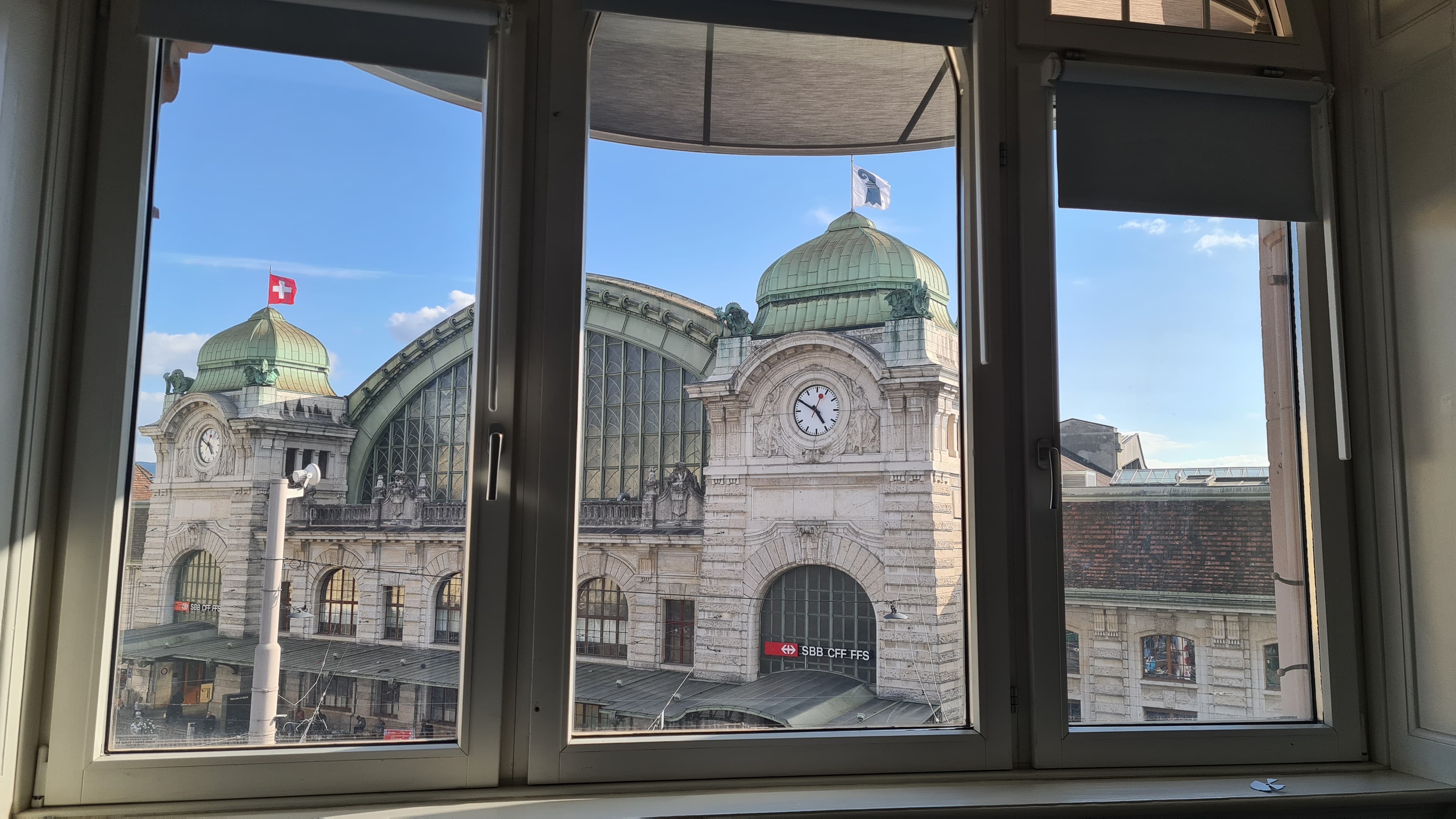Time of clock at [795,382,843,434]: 4:49
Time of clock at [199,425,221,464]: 4:49
